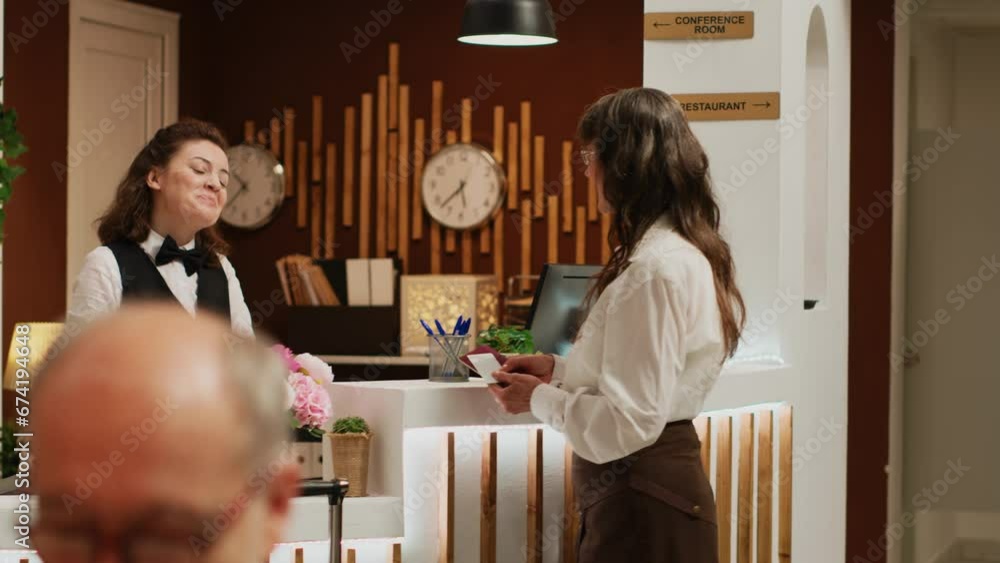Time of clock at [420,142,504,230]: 5:37
